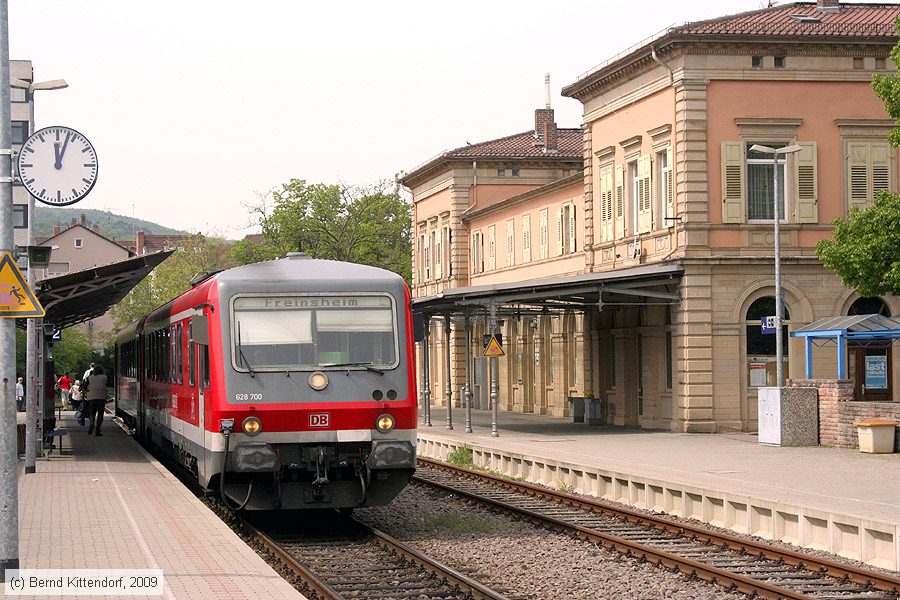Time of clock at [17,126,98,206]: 12:03
